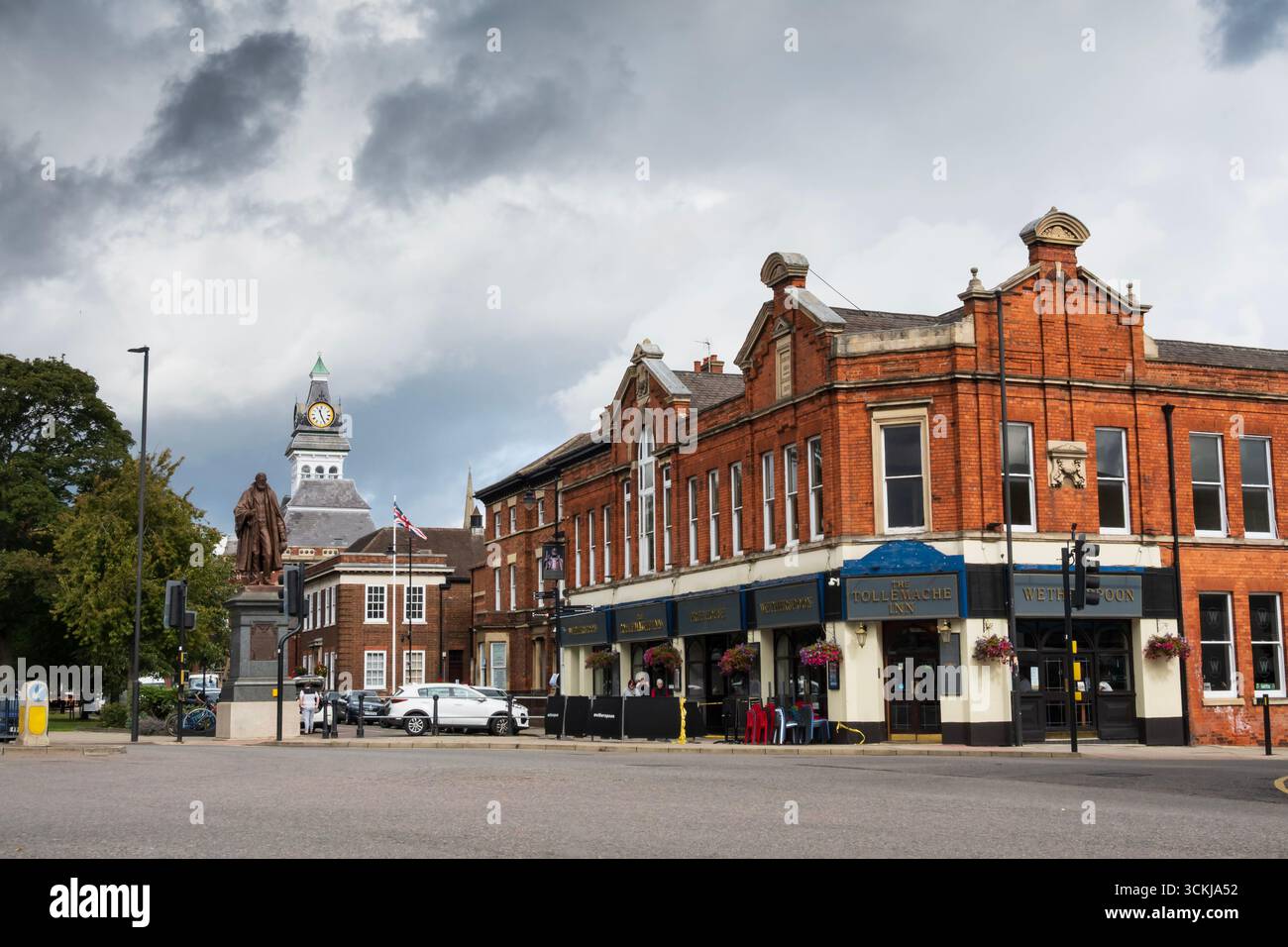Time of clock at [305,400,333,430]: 11:25
